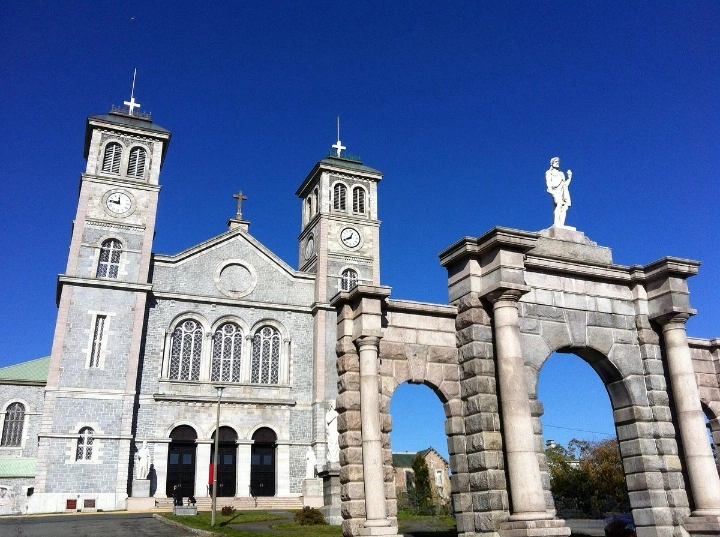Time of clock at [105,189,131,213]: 11:46
